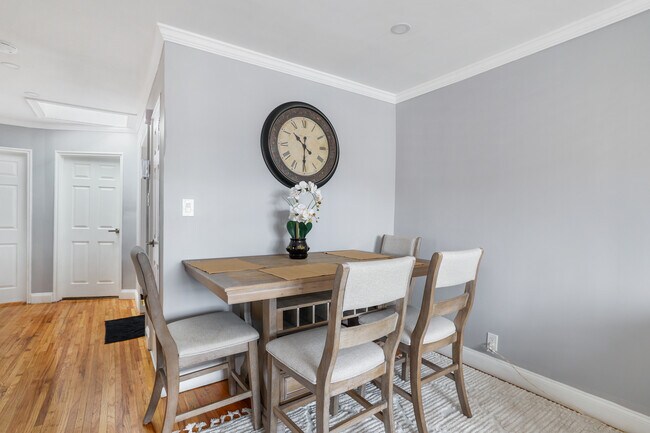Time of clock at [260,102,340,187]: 10:30
